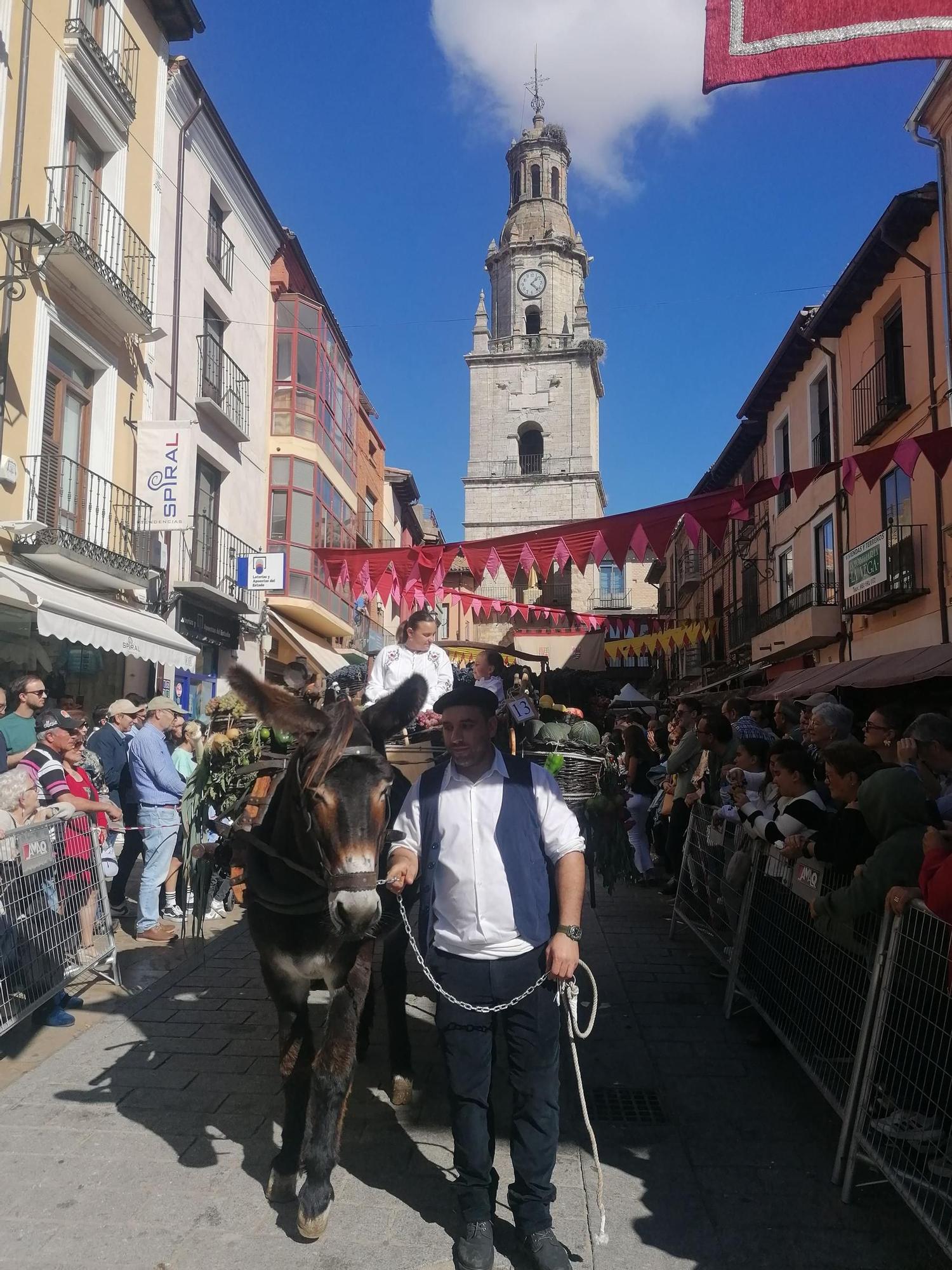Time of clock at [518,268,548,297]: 1:22
